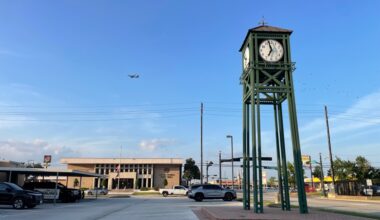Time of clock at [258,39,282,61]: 6:57
